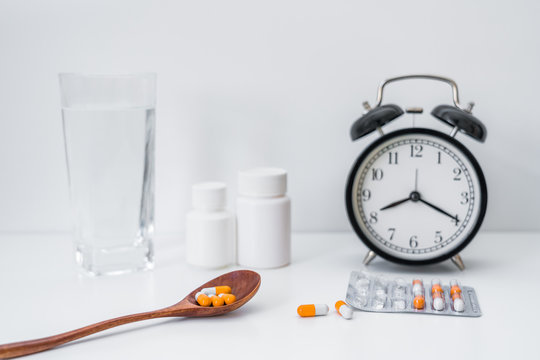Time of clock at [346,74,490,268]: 8:19
